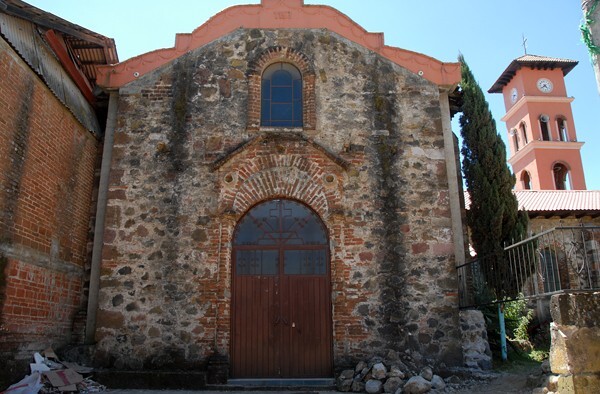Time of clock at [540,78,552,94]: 4:38
